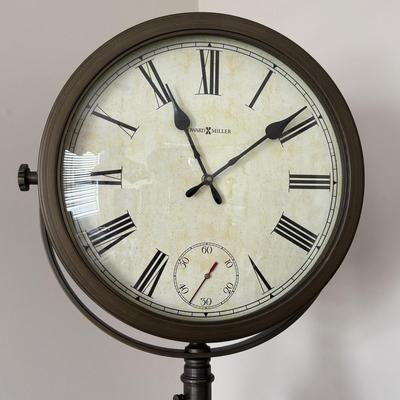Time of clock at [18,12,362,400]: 11:08
